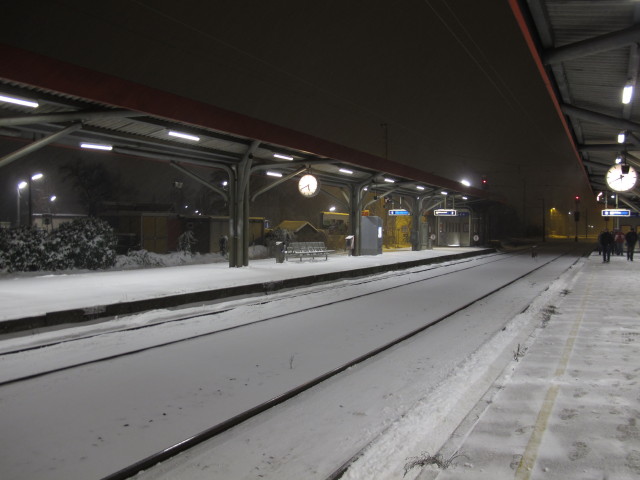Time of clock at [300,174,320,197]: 5:40
